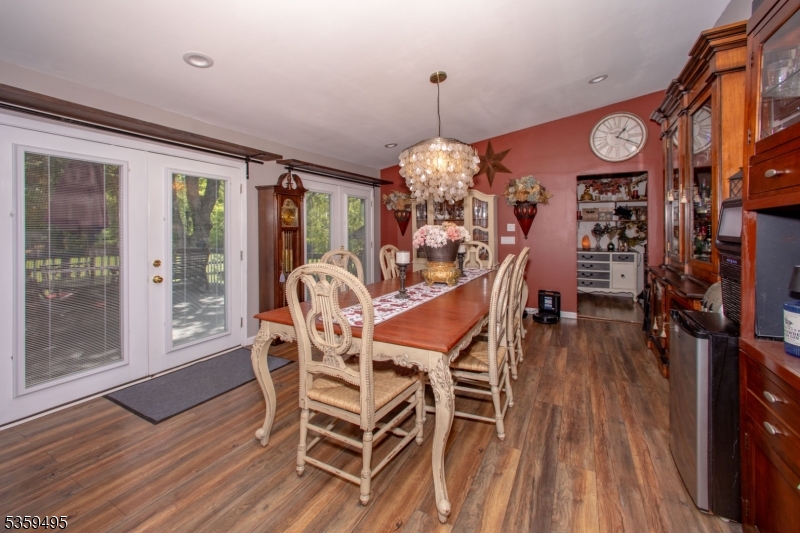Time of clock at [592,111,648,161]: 1:18
